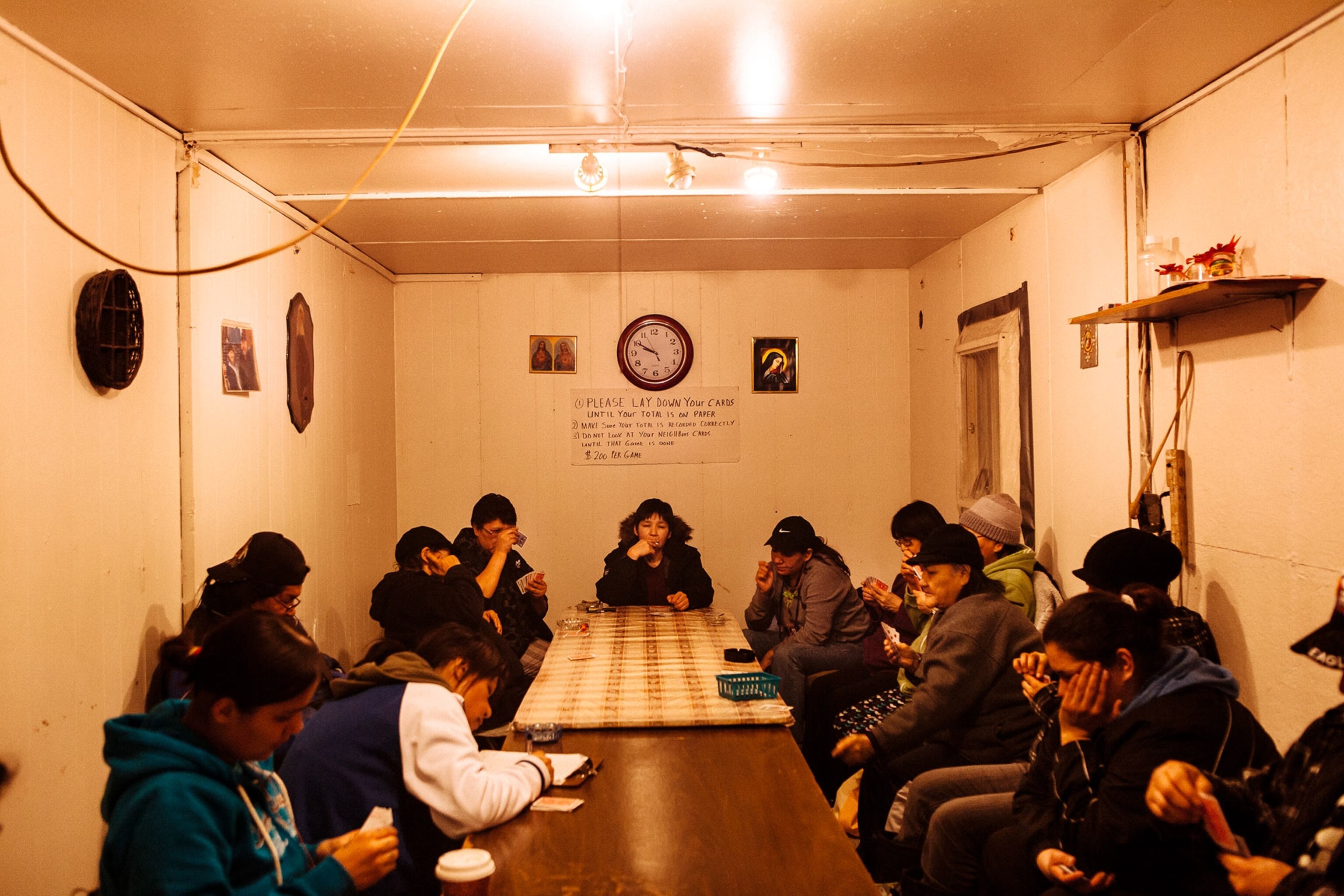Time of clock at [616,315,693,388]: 9:50
